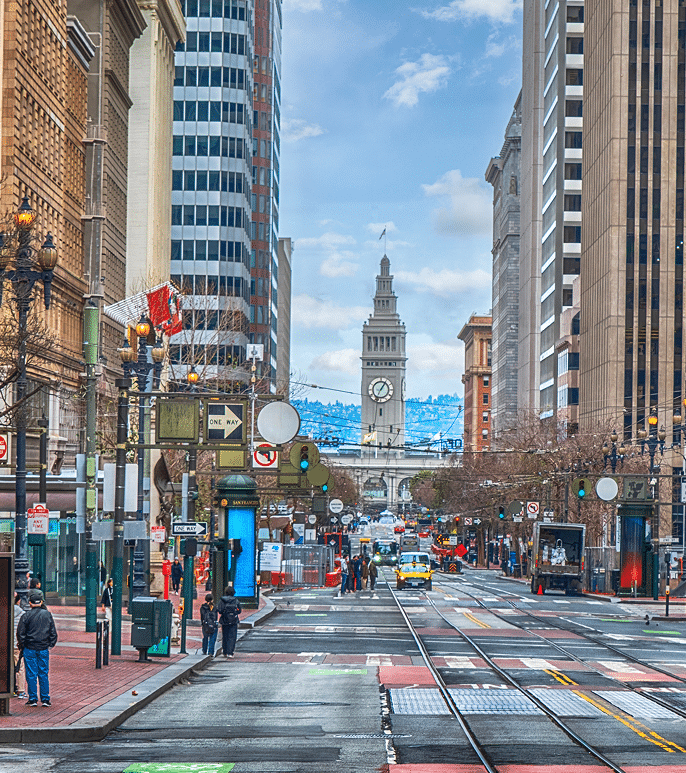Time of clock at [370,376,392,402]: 1:05
